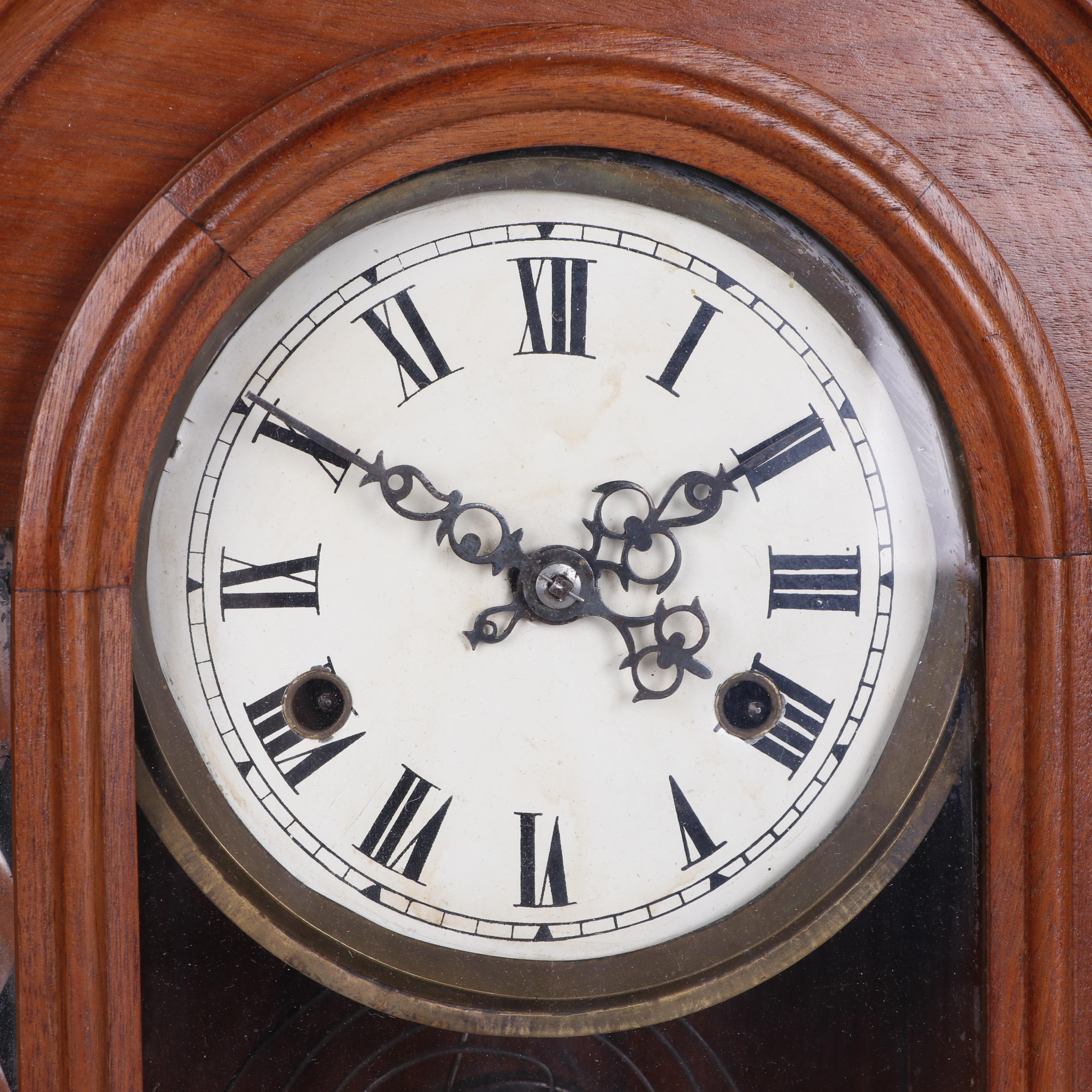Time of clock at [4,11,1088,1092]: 1:50
